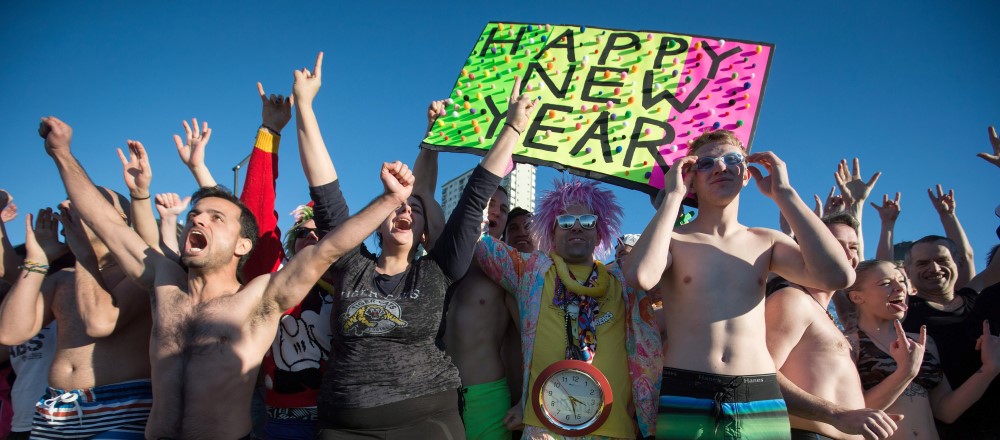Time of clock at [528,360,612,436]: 3:26
